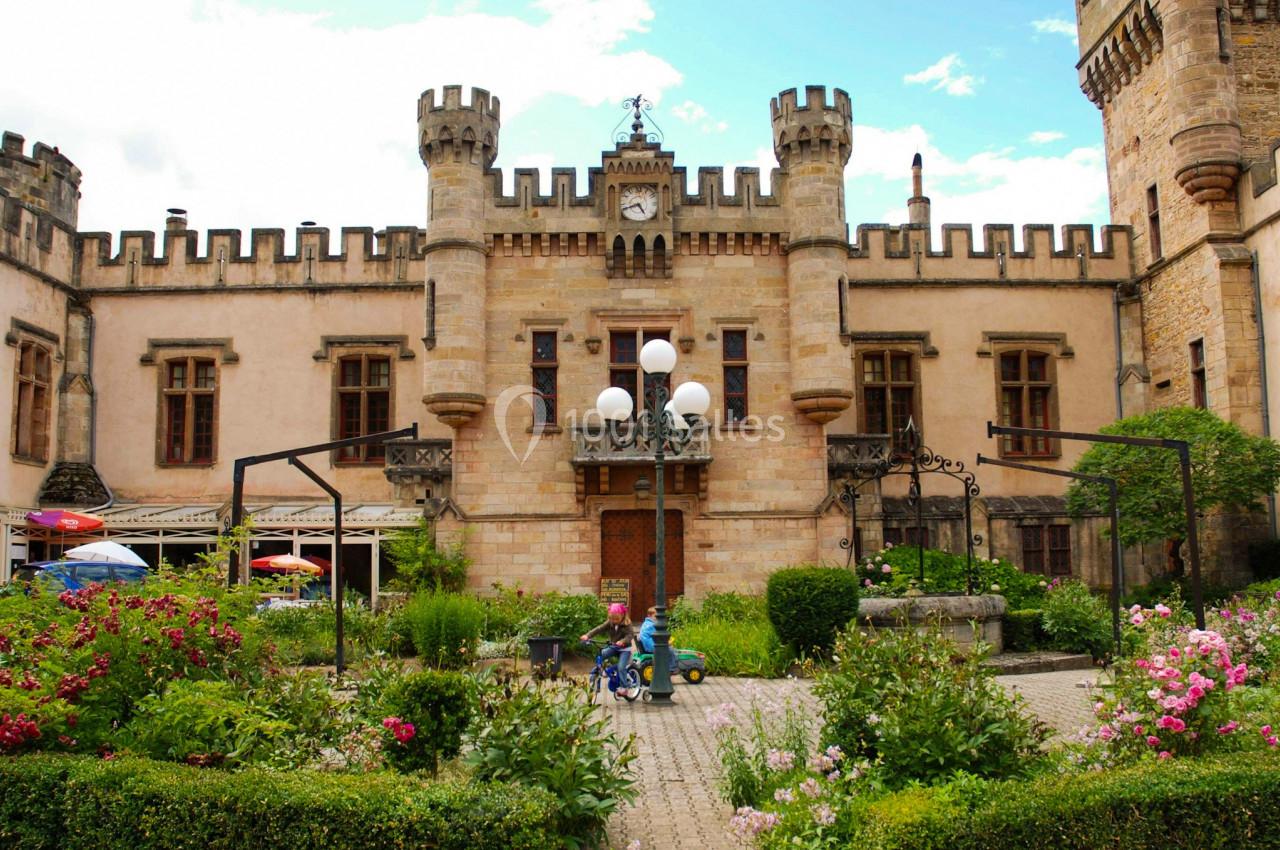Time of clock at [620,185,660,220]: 4:42
